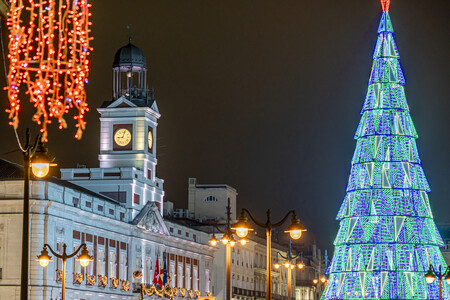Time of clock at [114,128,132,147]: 9:03
